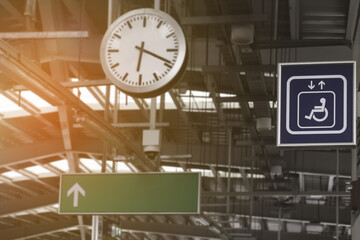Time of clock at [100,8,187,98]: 6:18
